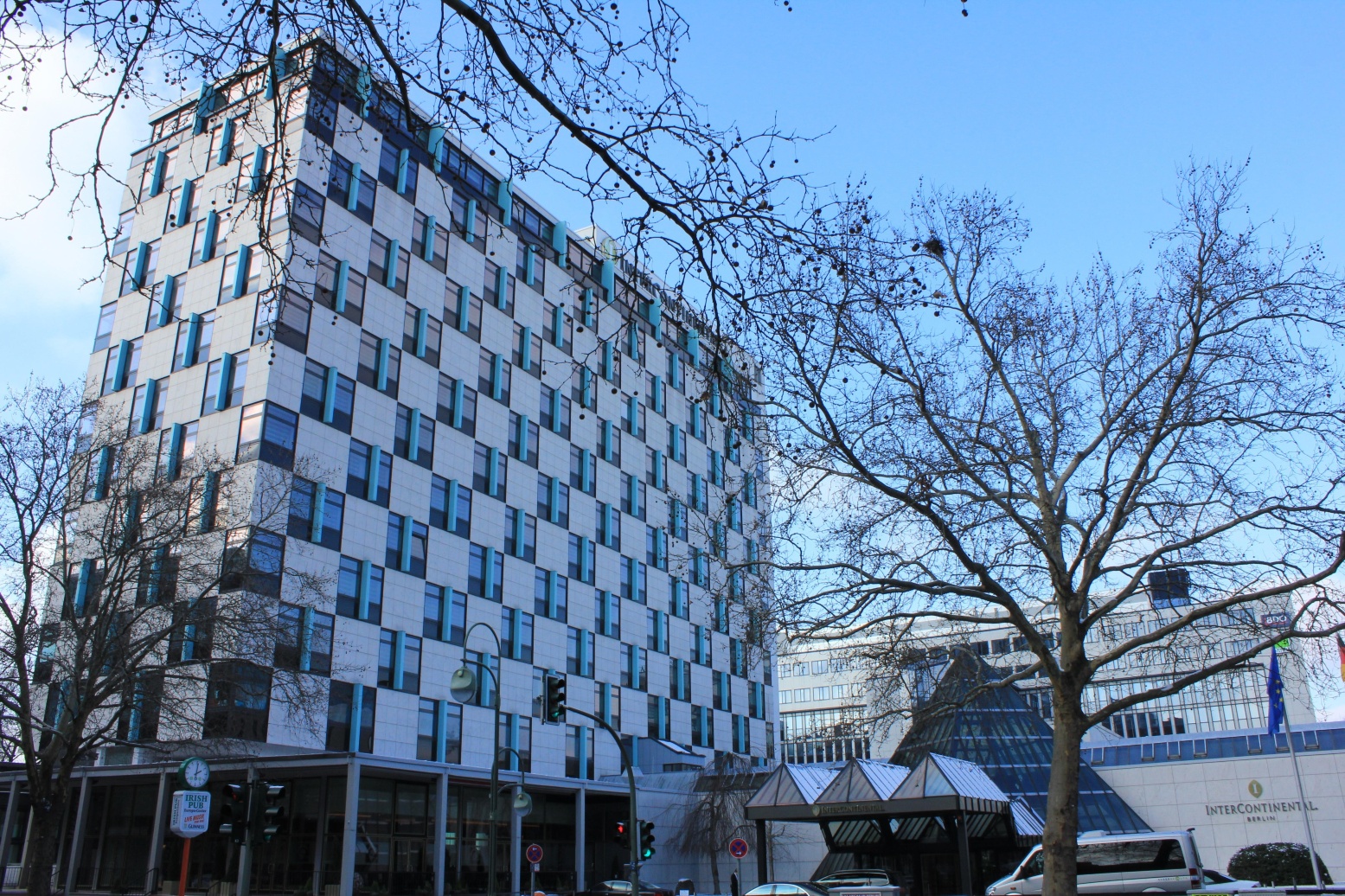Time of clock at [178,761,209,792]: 2:01
